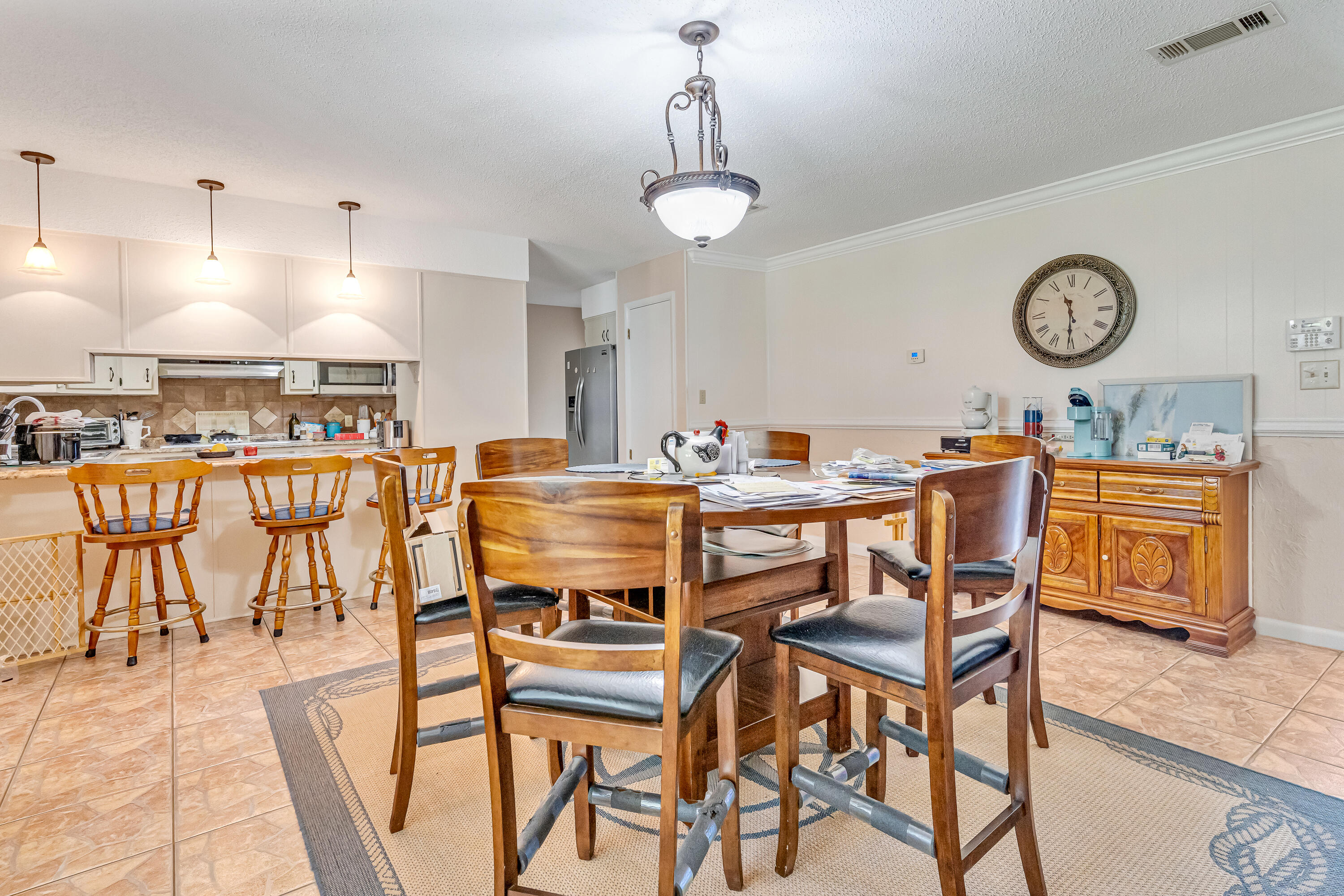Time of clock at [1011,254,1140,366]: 11:30
